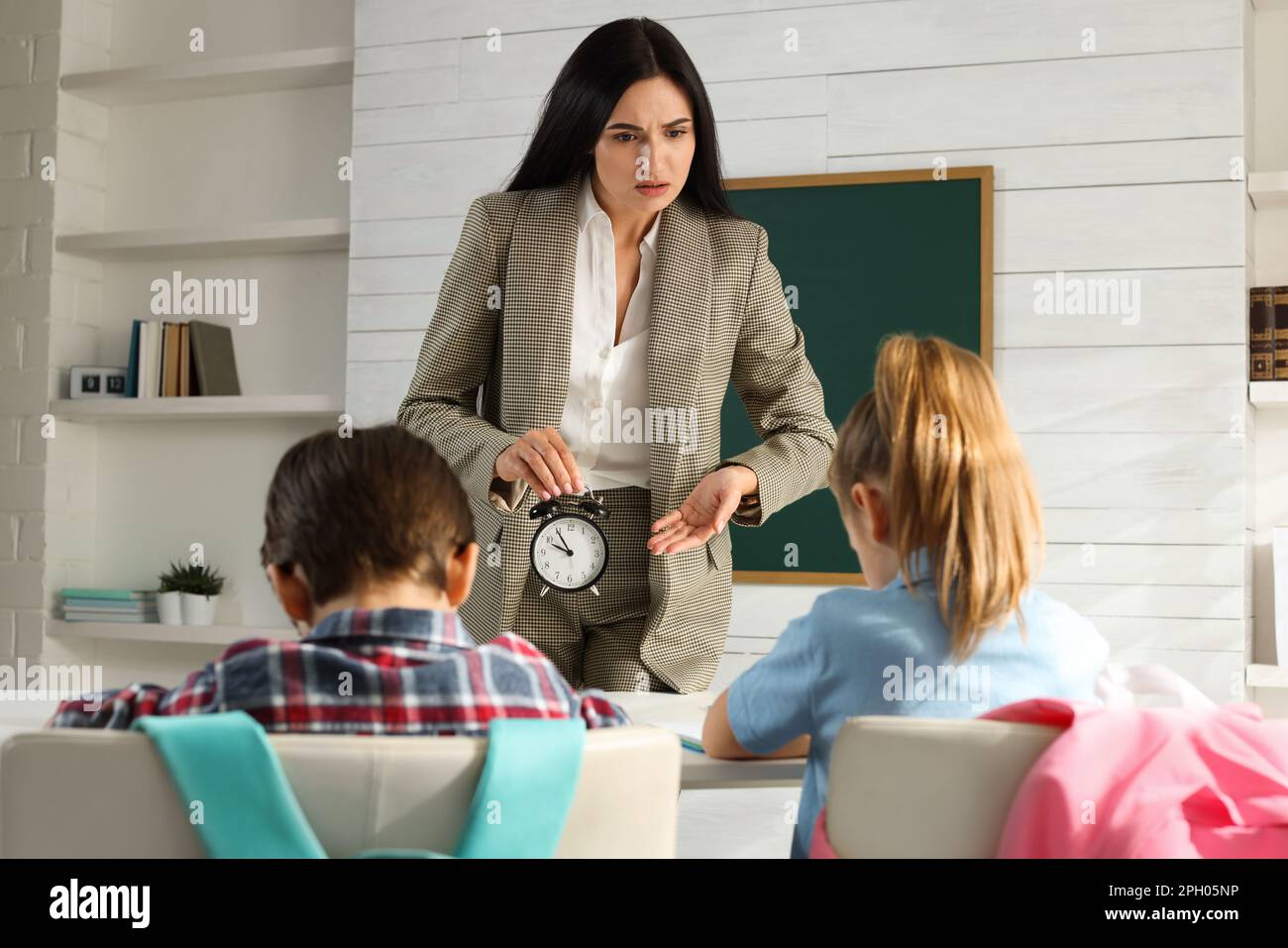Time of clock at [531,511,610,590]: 9:54
